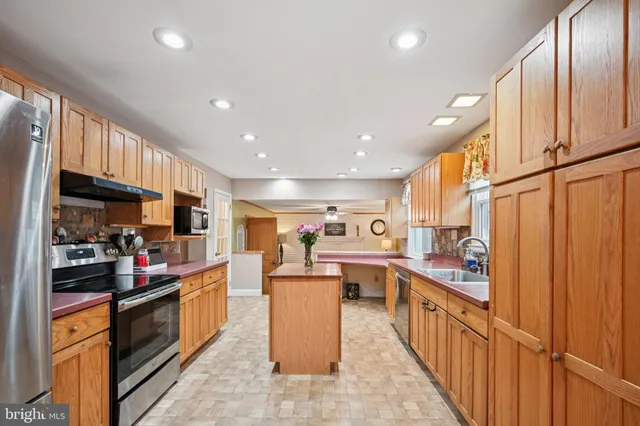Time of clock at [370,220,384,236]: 12:28
